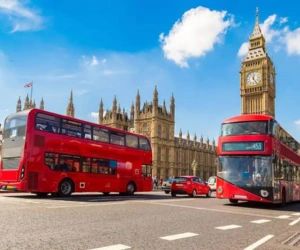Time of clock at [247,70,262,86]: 12:24
